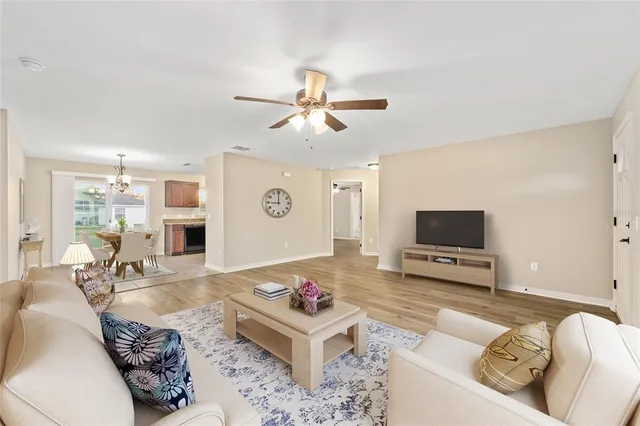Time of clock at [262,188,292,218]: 8:59
